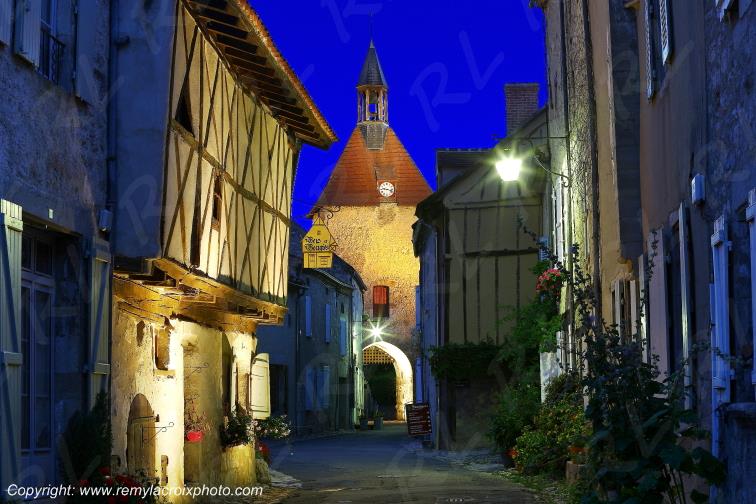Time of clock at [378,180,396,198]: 9:18
